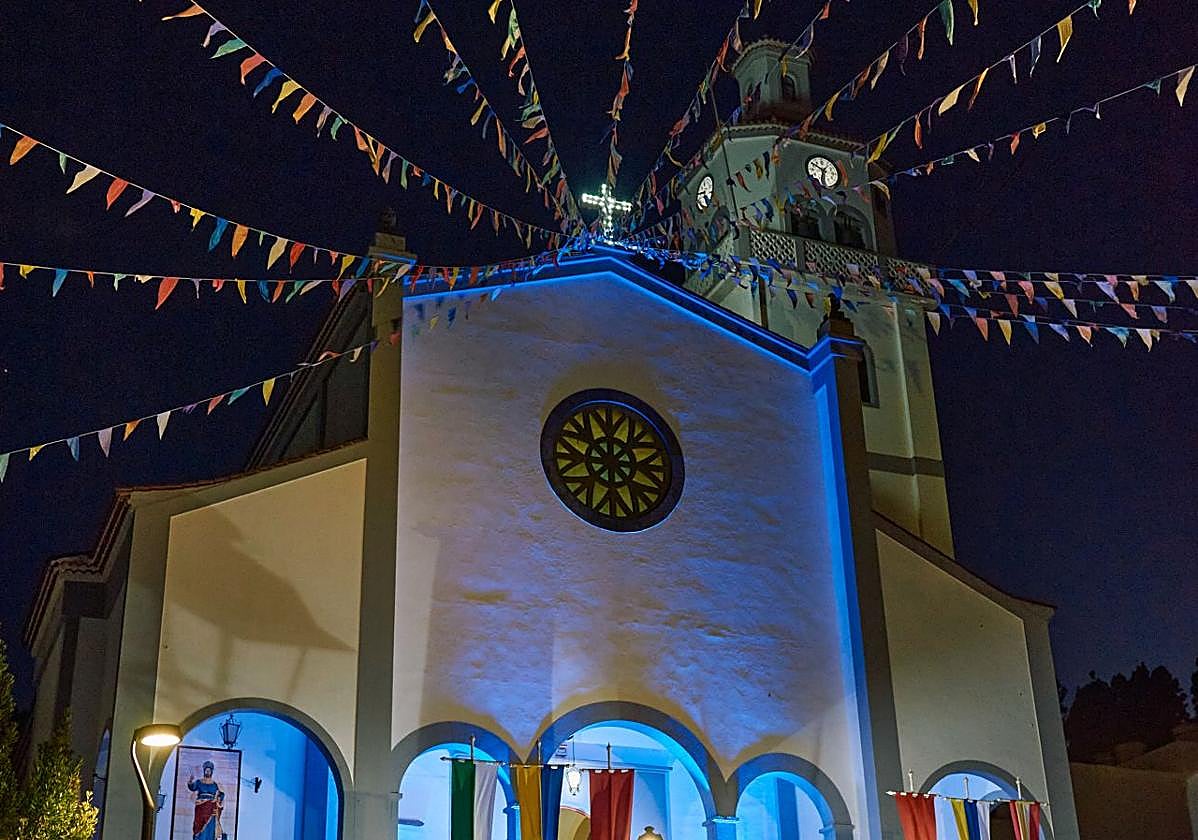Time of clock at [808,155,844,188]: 6:50
